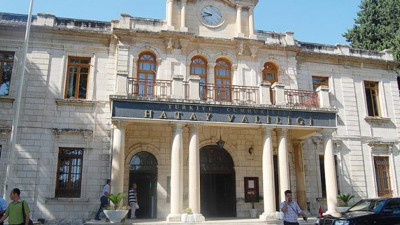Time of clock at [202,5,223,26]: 9:42
